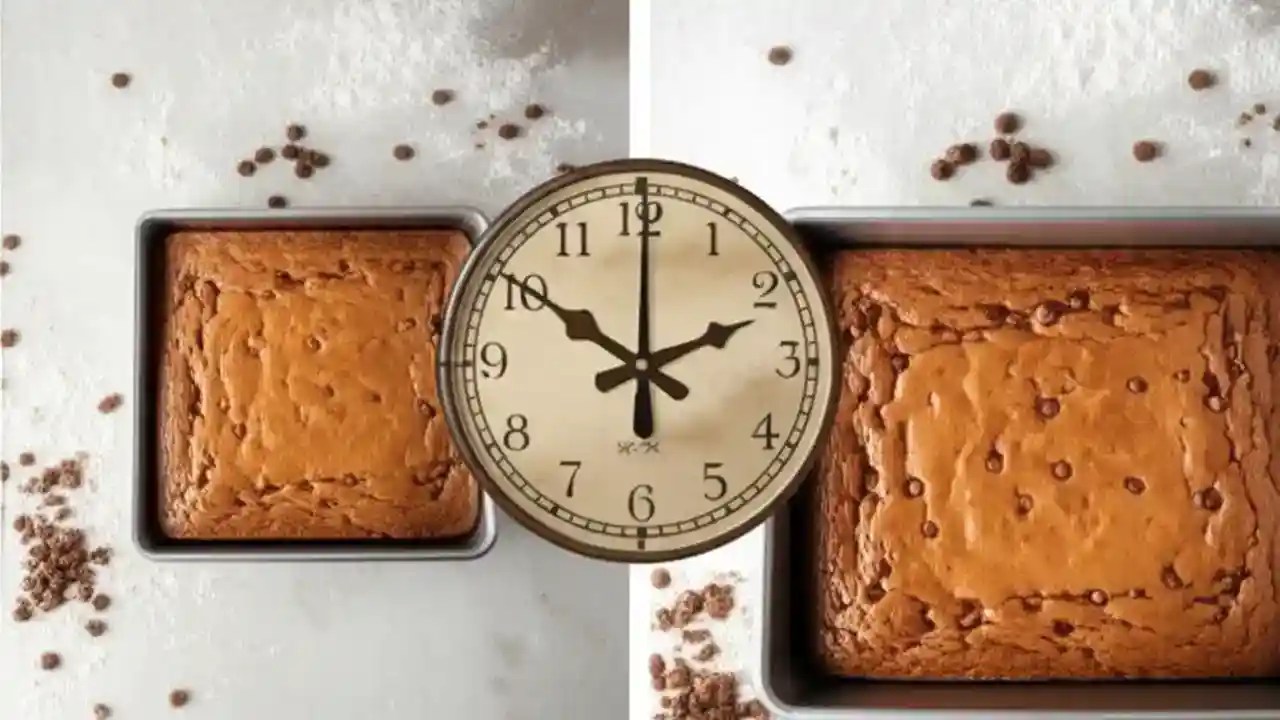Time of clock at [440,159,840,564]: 10:00
